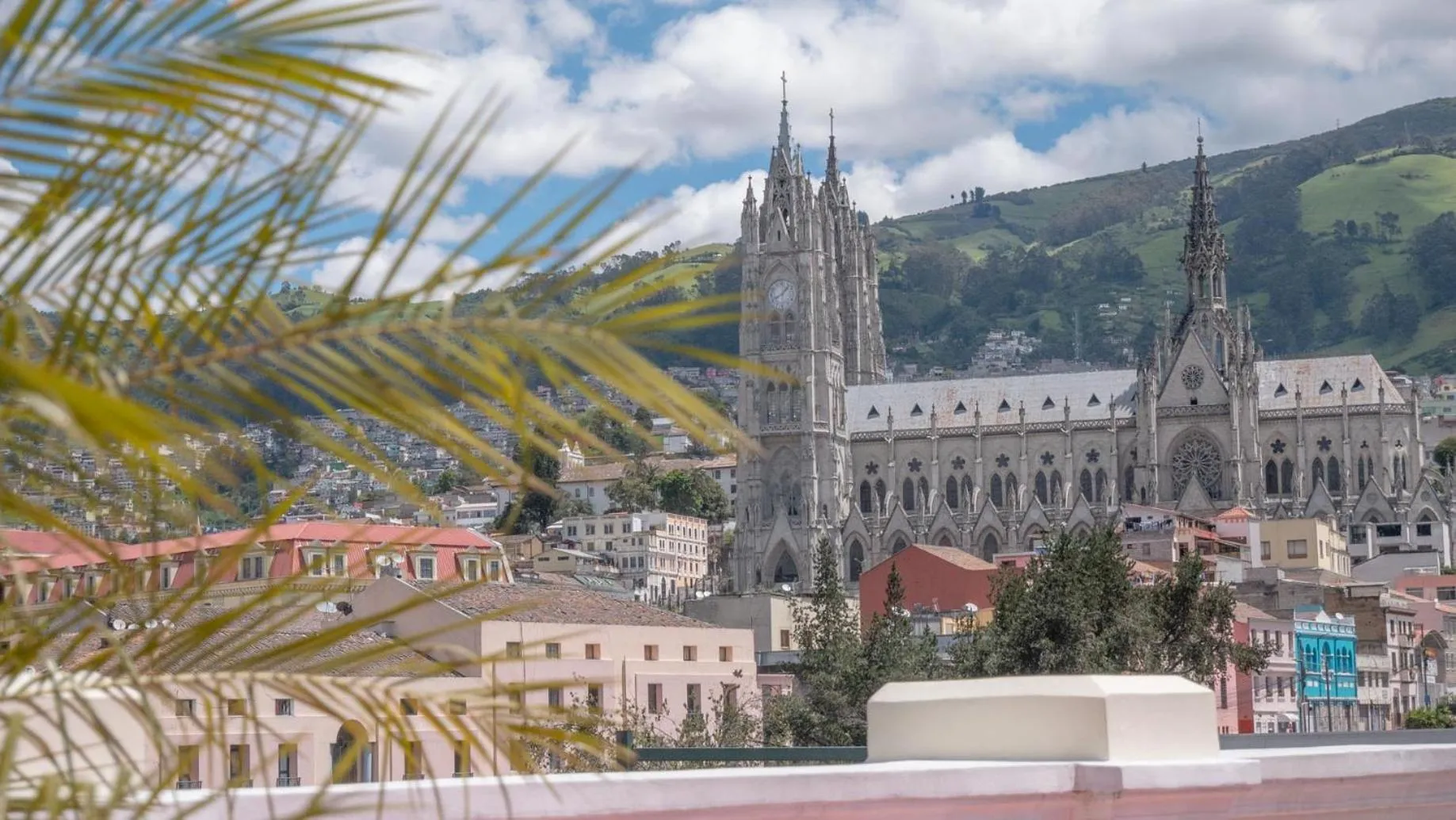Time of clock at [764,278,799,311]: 8:07
